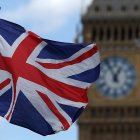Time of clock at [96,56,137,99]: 12:55
